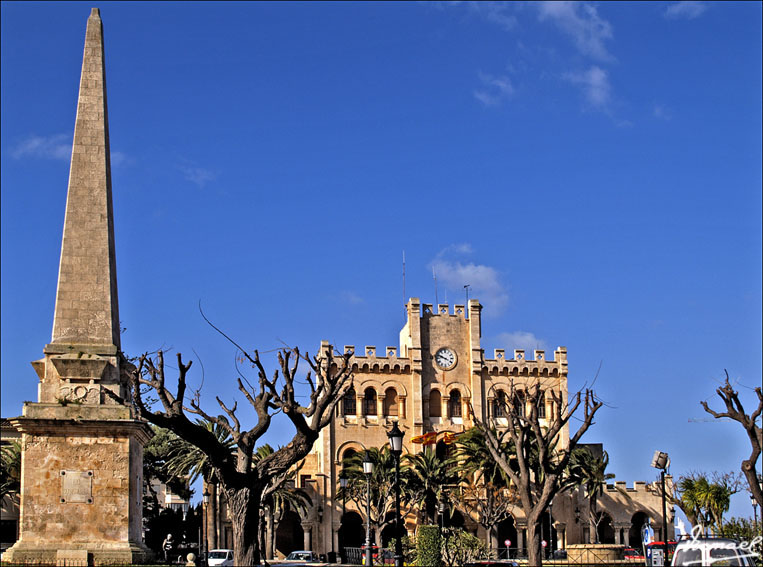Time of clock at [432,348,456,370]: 9:48
